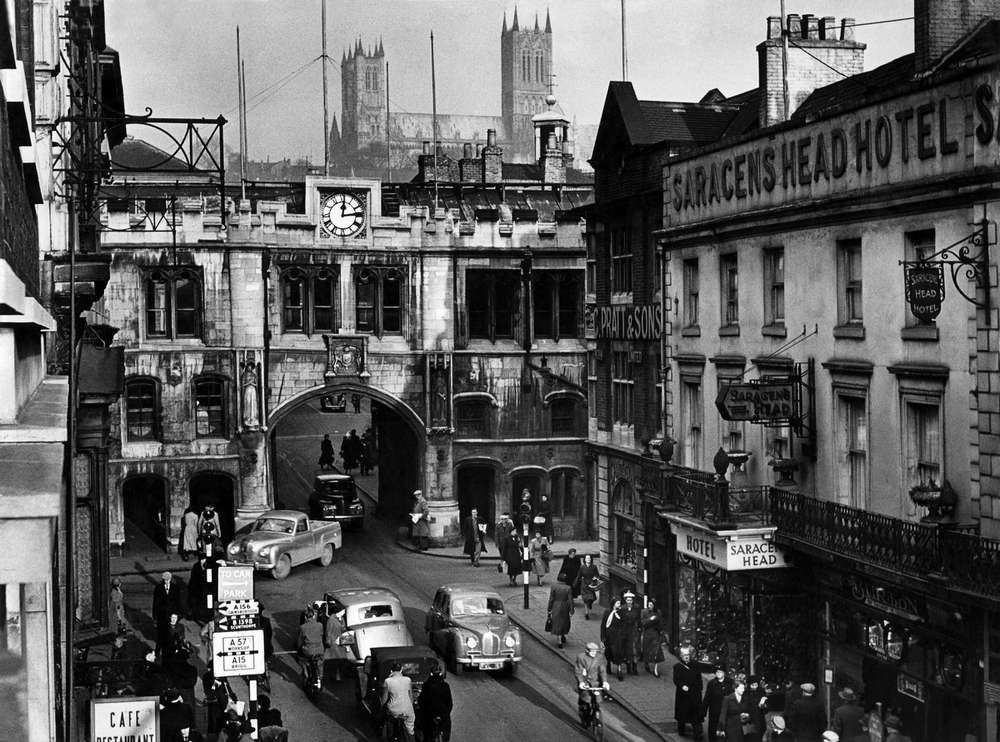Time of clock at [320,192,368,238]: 12:13
